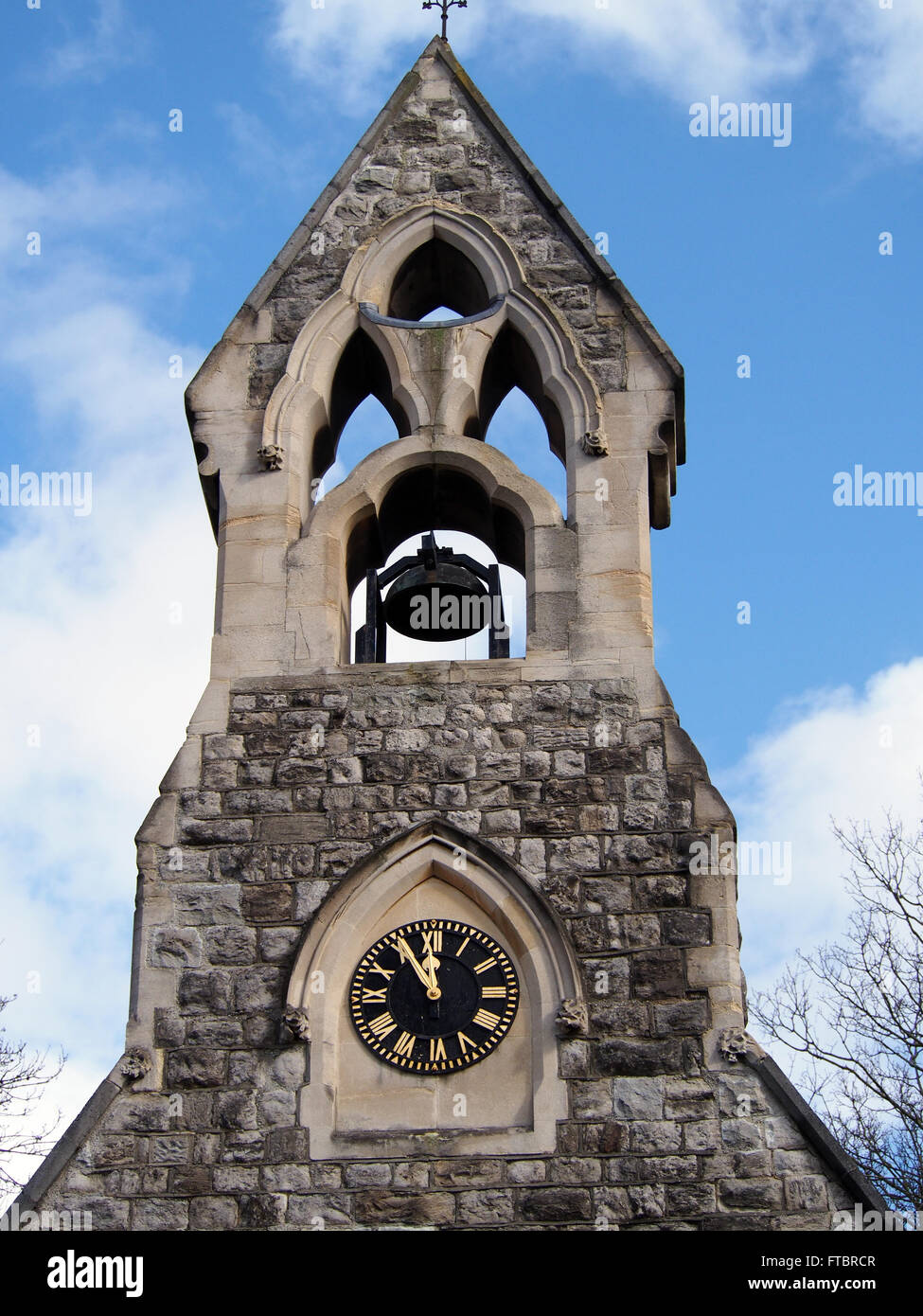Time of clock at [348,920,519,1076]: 11:55
